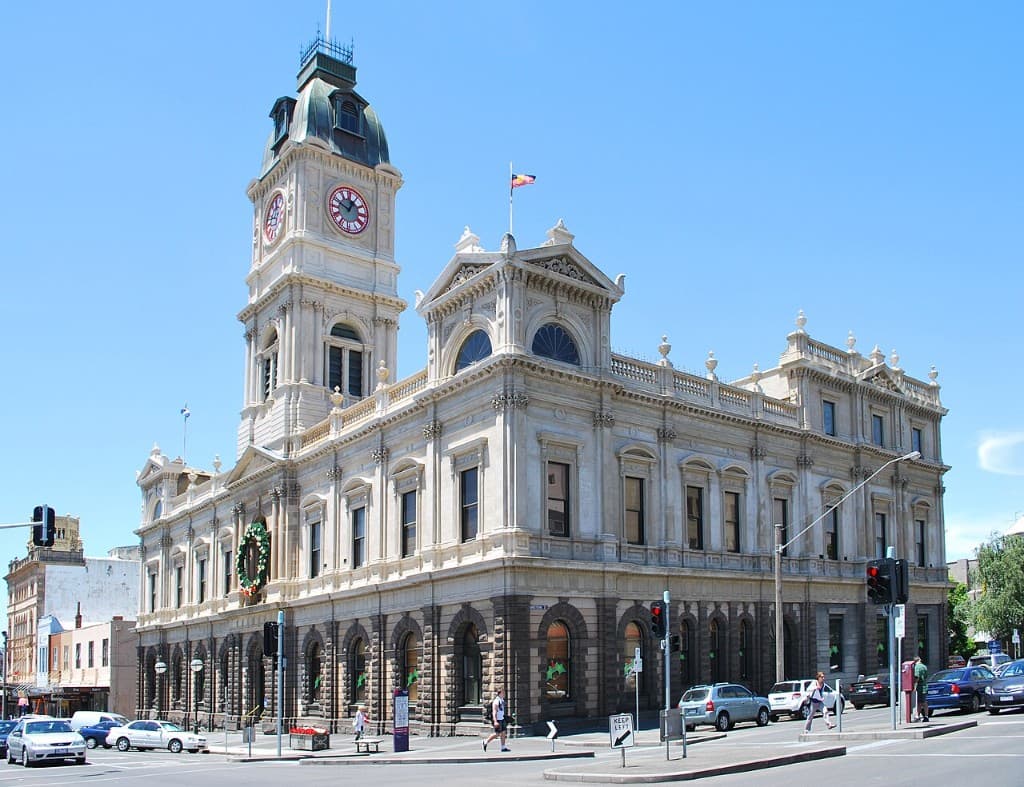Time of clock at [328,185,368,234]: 12:49
